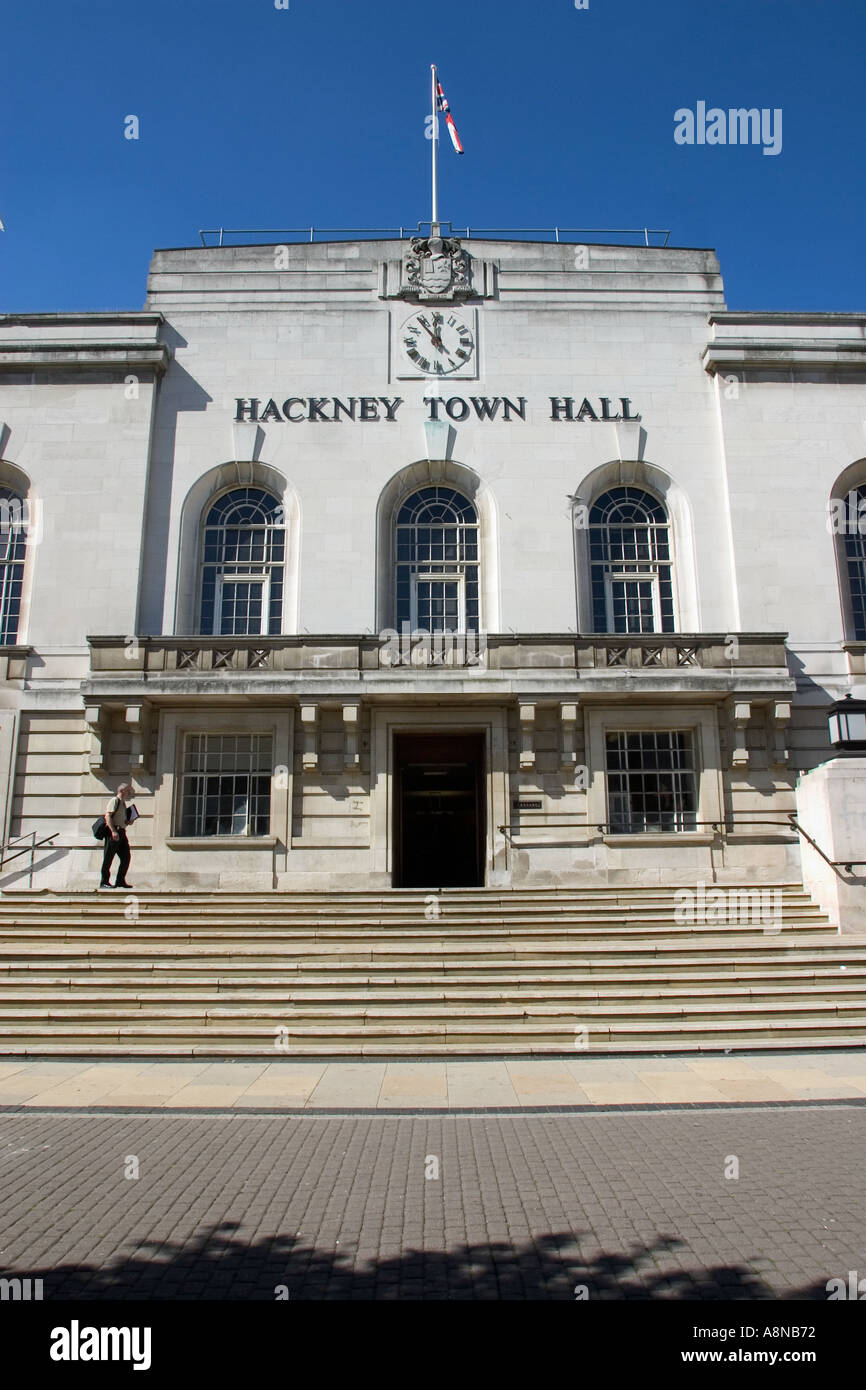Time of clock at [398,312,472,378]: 11:53
